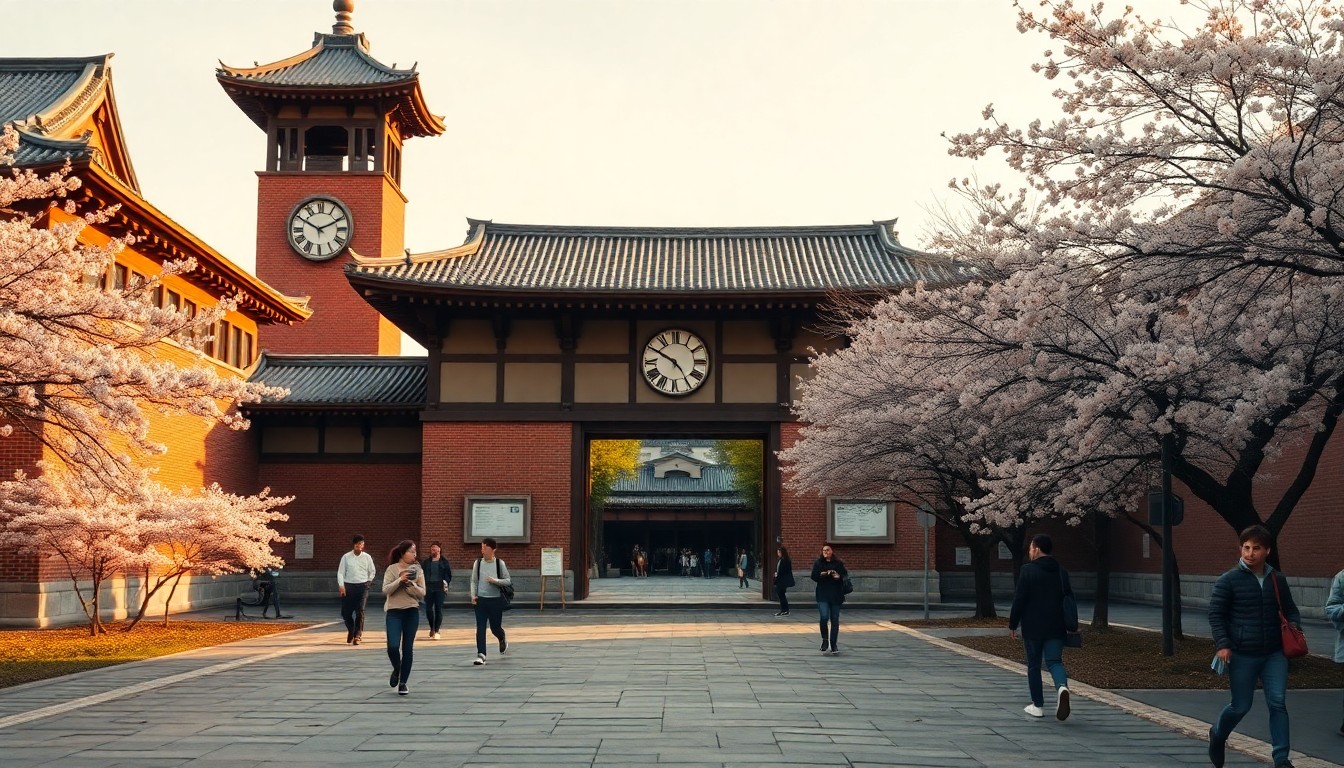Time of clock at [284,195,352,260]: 10:10
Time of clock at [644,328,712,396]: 4:50
